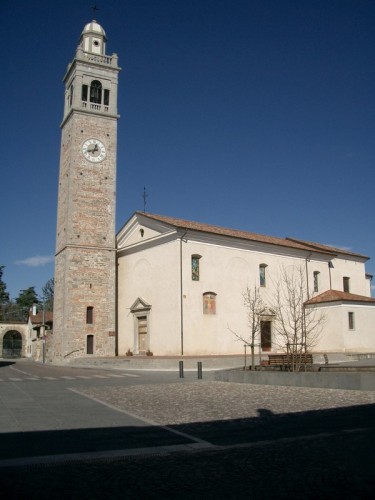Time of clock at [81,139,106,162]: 12:42
